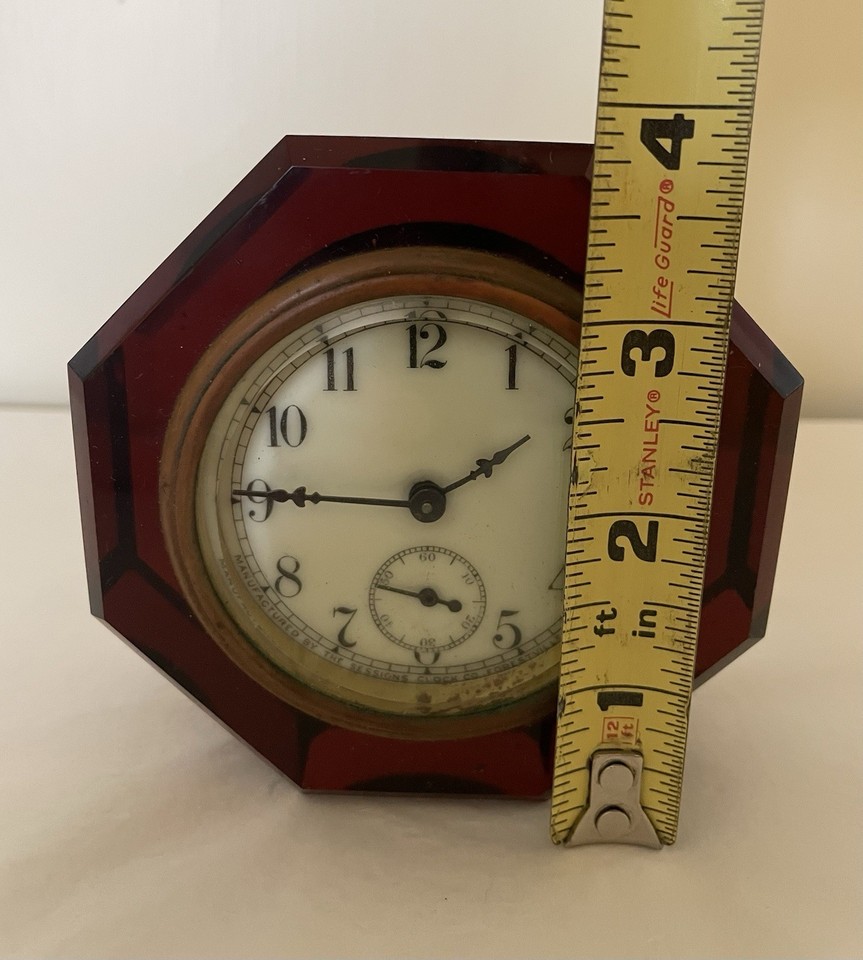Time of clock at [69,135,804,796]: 1:45
